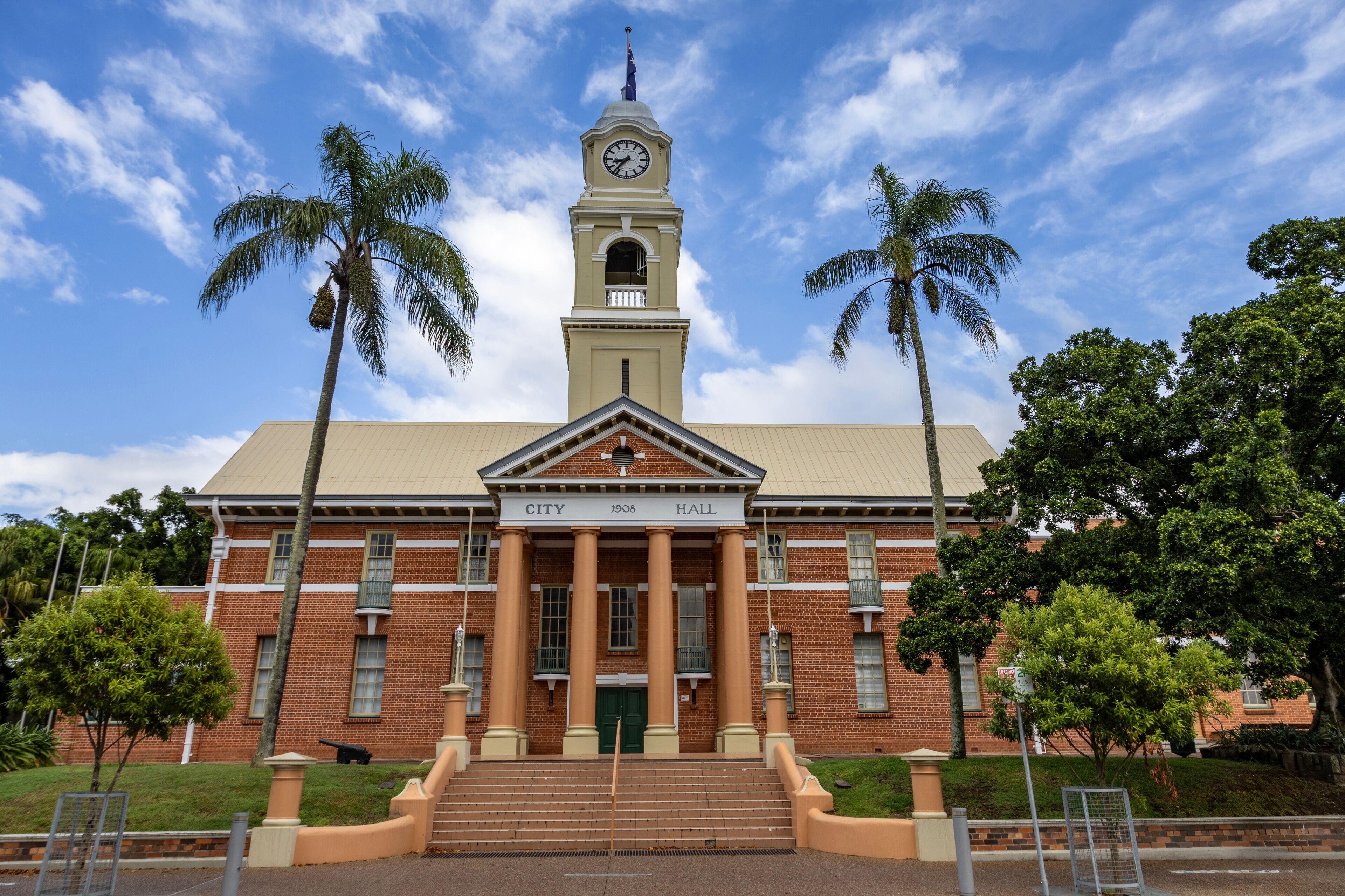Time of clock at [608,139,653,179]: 8:36
